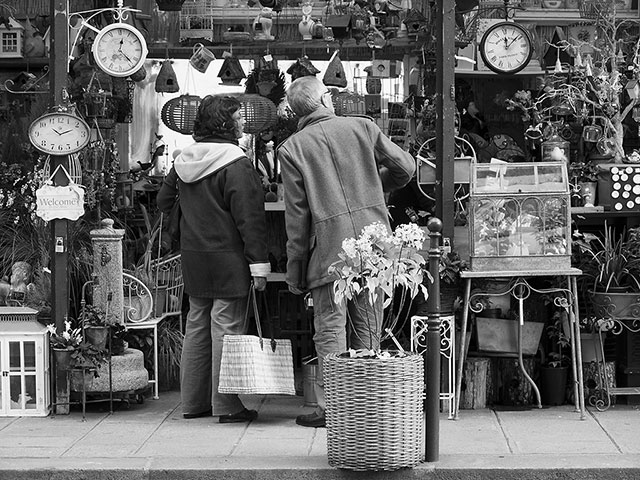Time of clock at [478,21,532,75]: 12:08
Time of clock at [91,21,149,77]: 12:23
